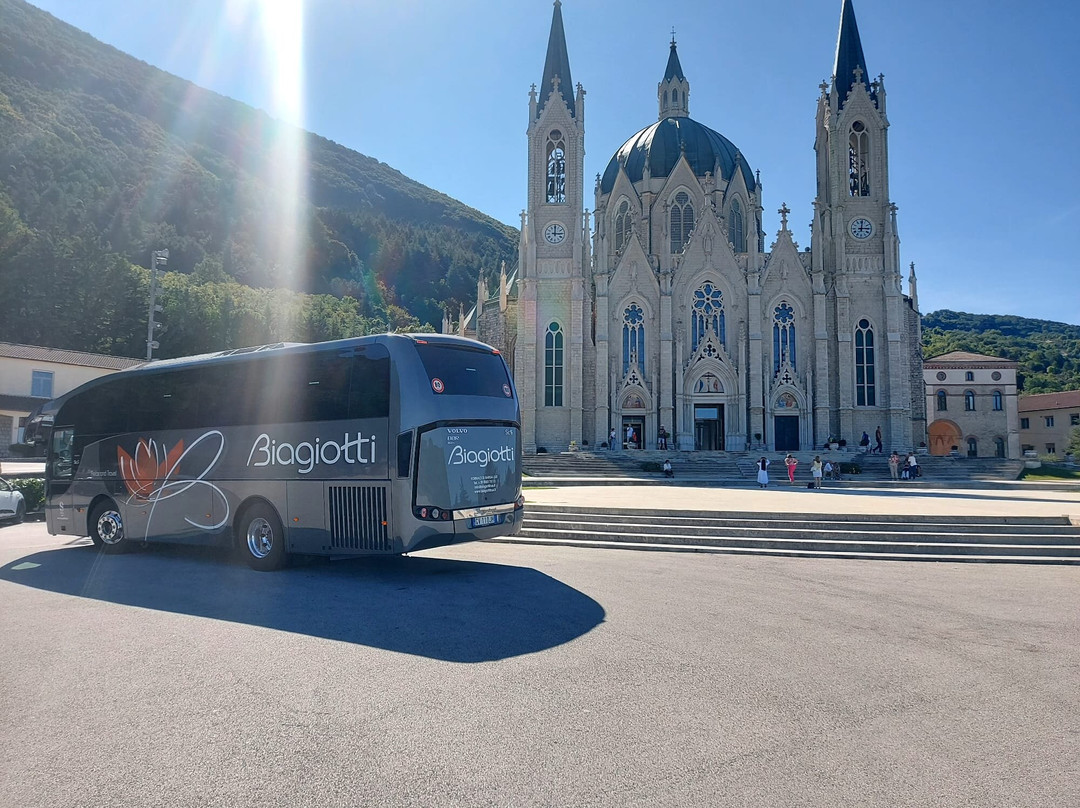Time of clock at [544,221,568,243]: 3:00
